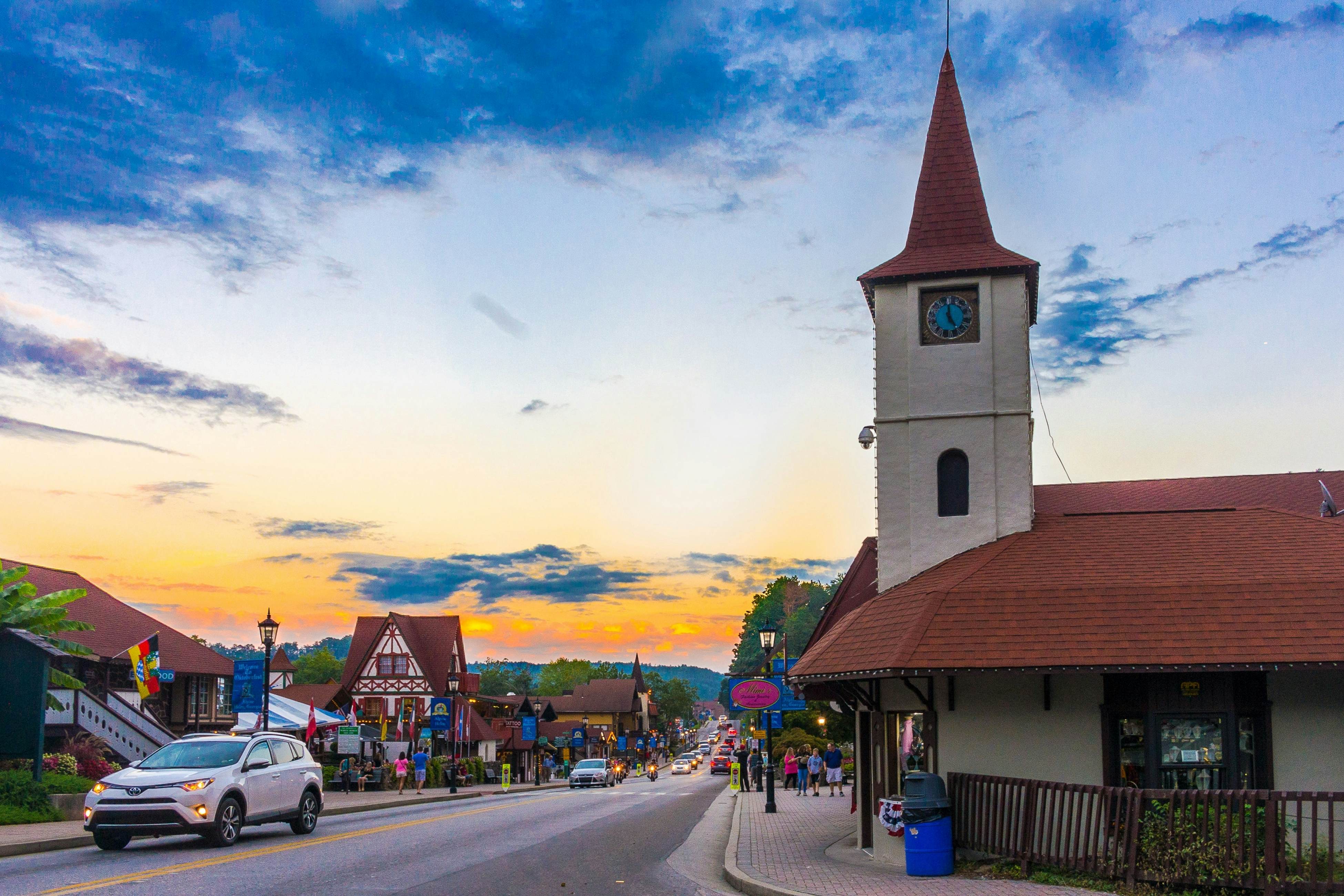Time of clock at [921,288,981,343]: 5:00
